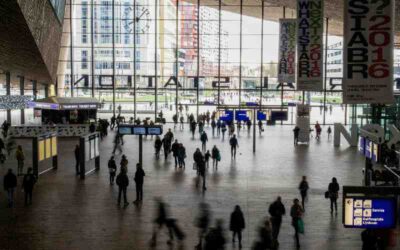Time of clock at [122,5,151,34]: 8:07
